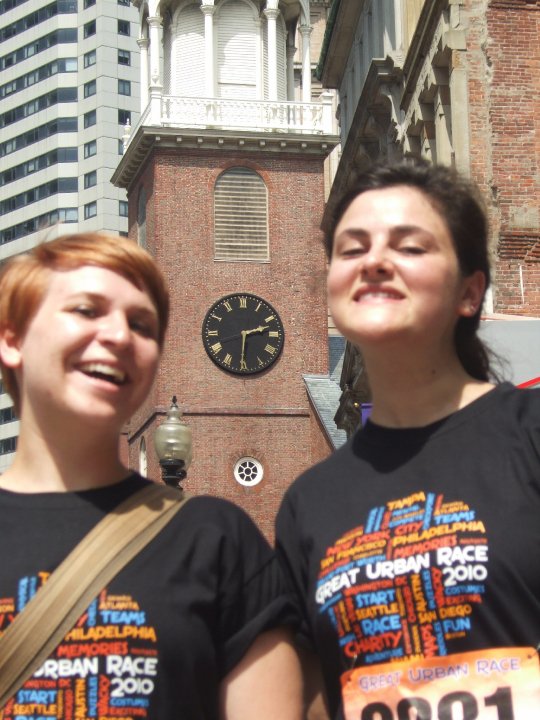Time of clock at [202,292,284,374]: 2:30
